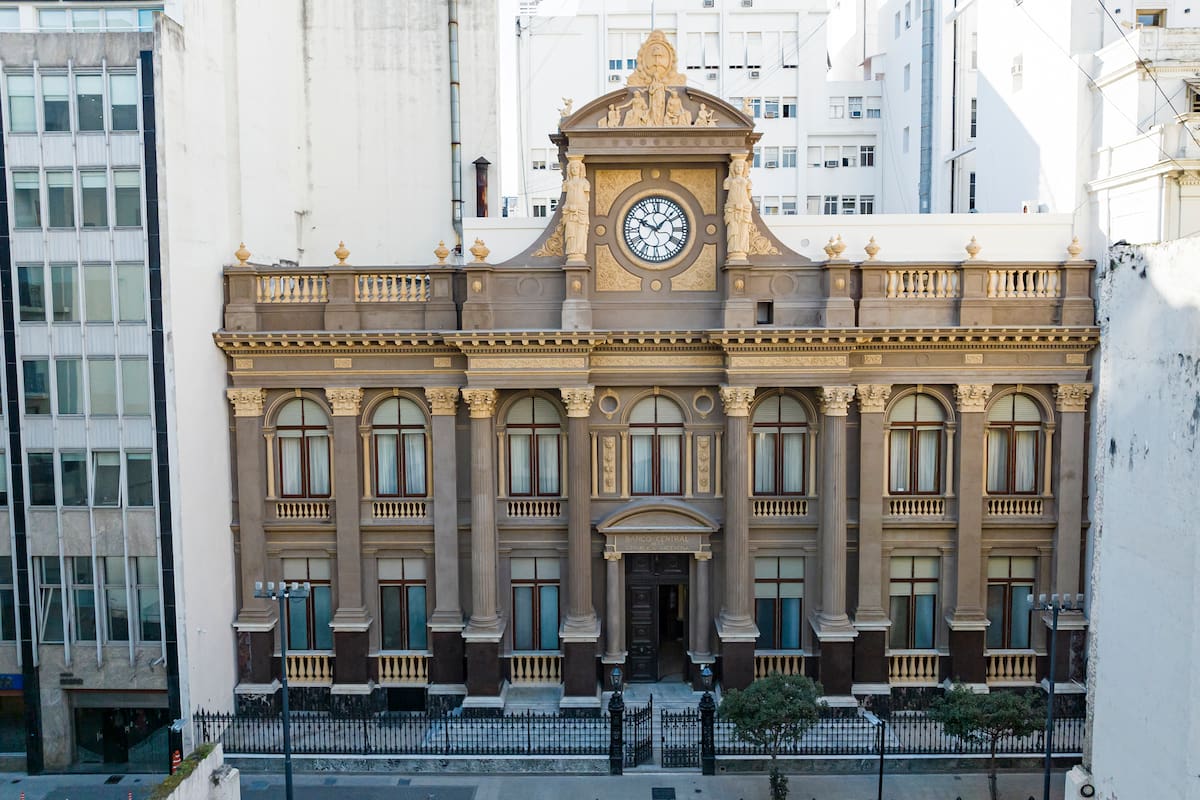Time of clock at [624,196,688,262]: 10:07
